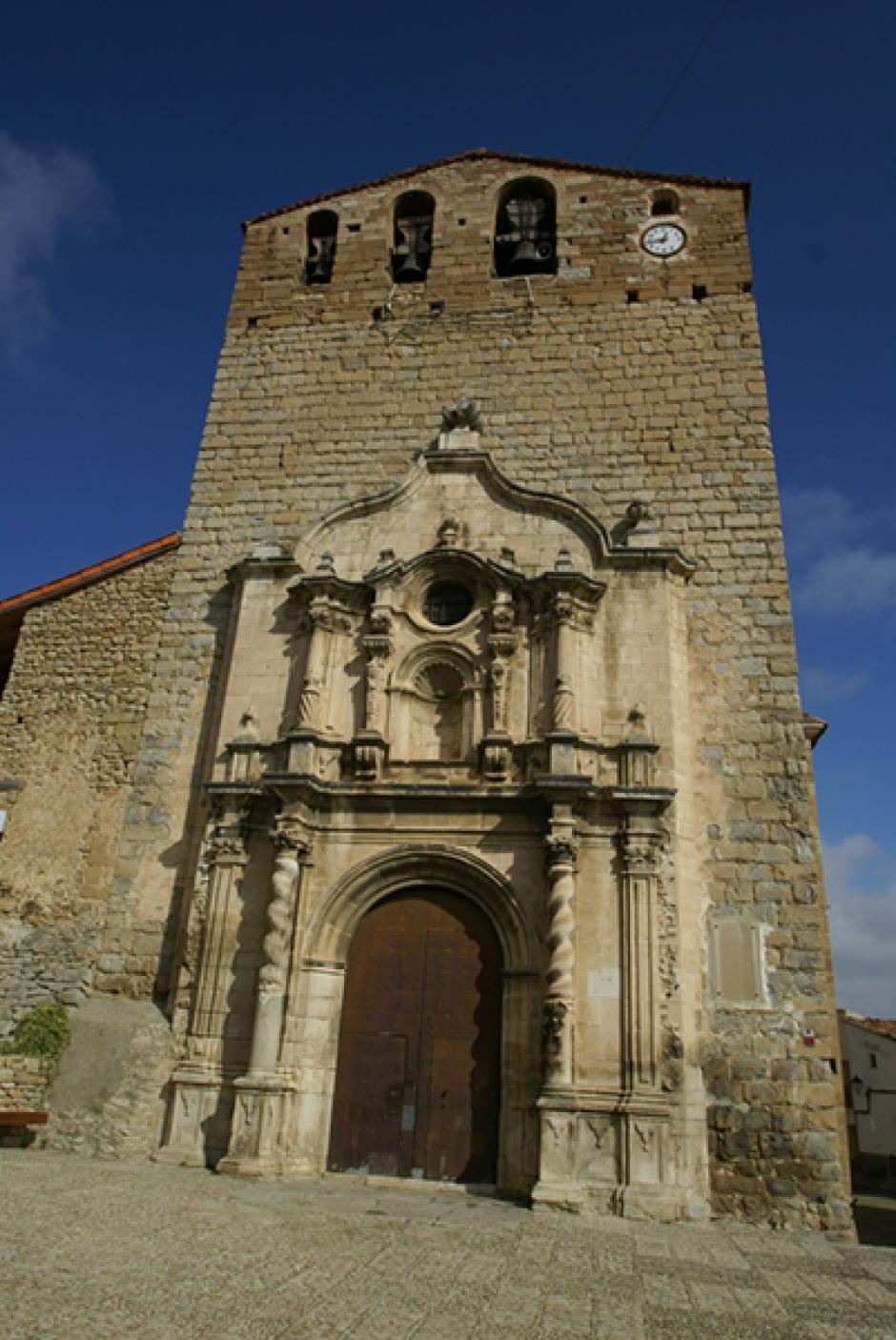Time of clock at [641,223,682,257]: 12:43
